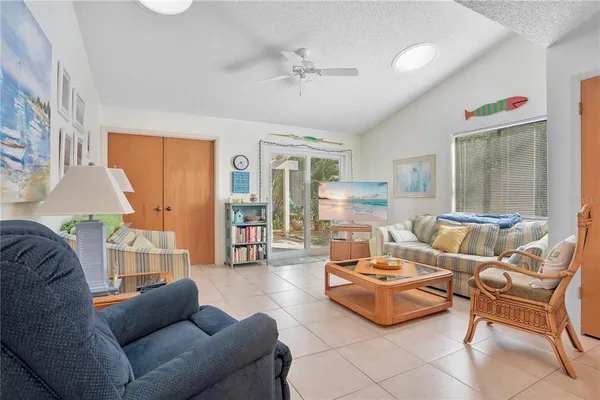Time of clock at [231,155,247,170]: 4:38
